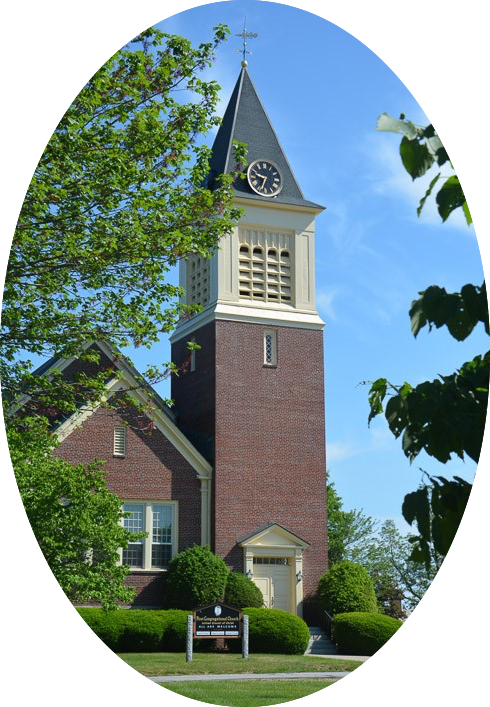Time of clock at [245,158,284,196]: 9:33
